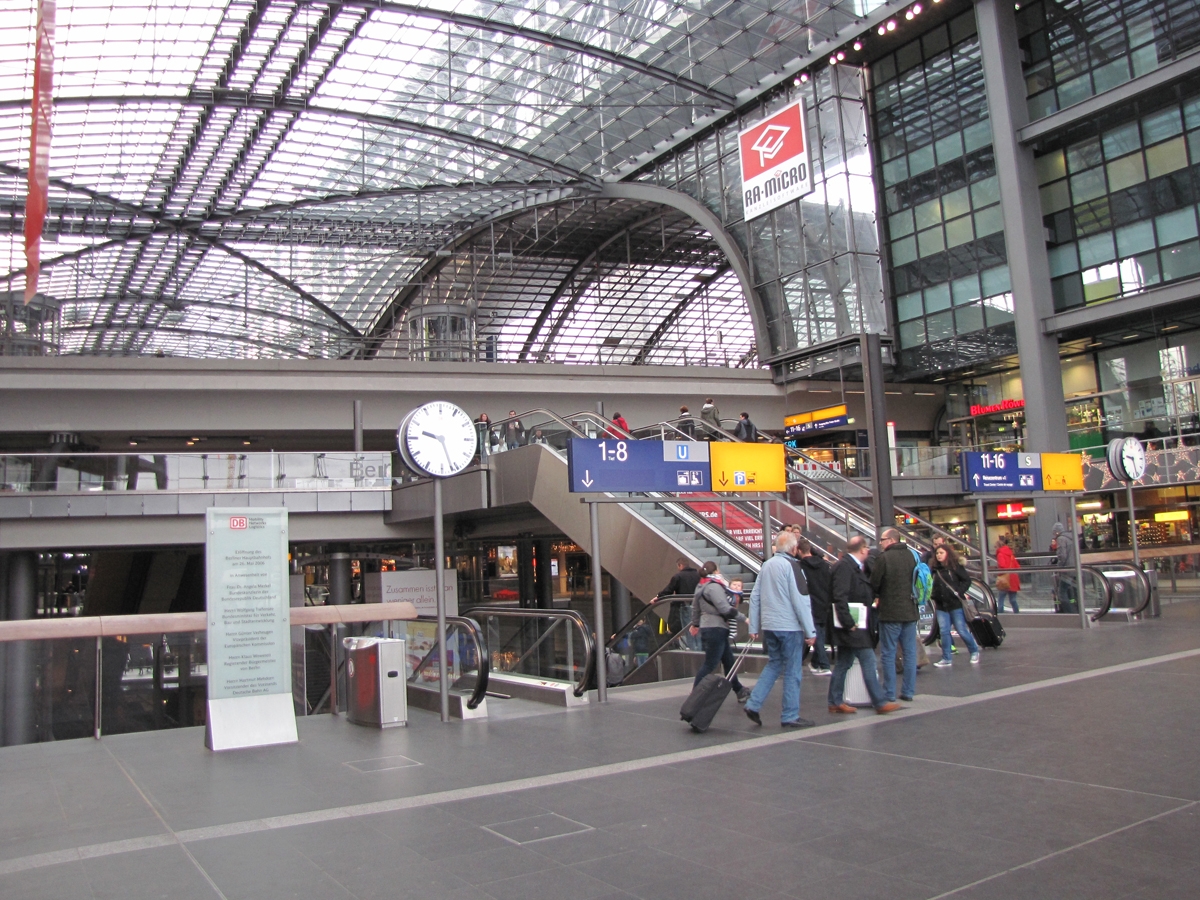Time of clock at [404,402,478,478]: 9:26
